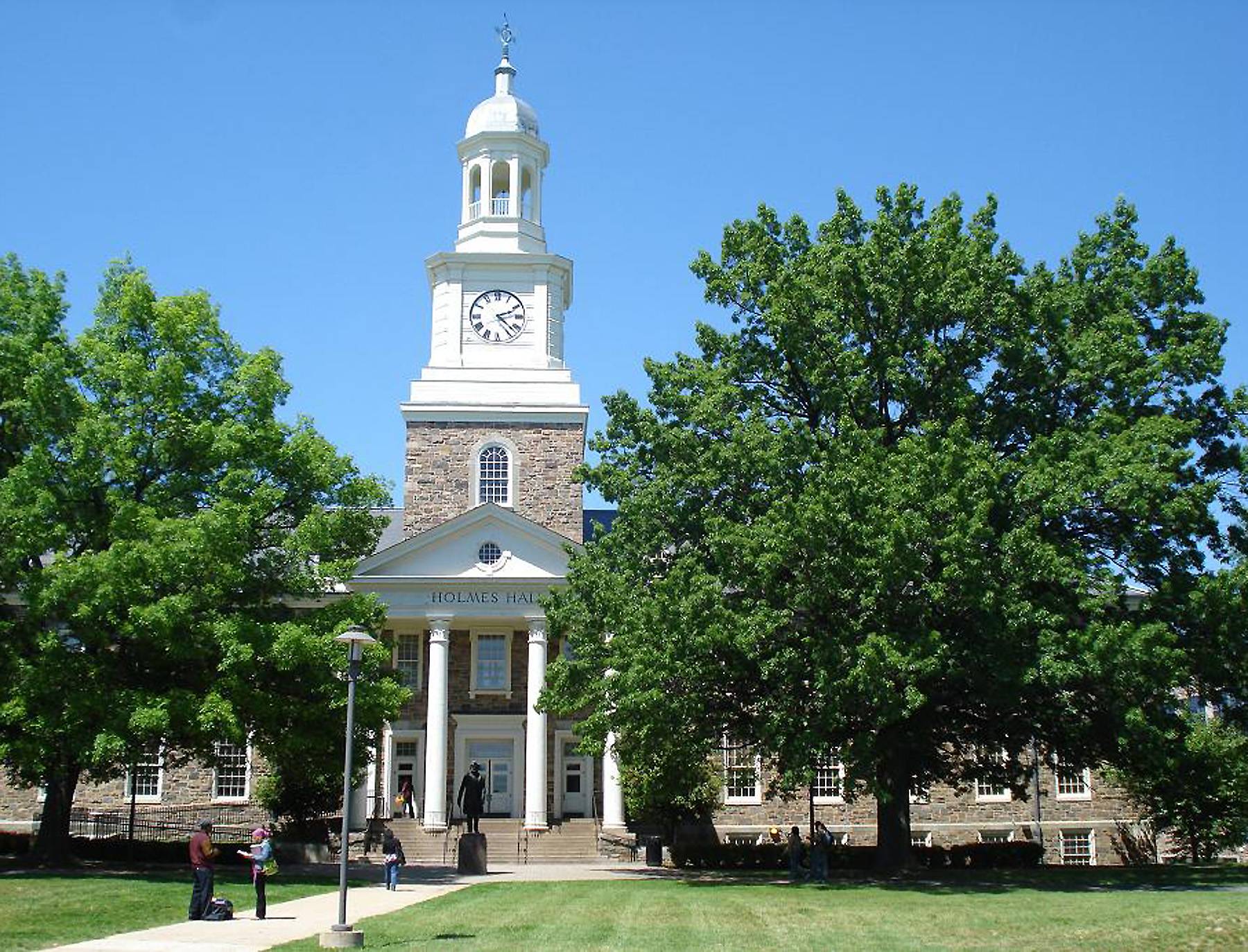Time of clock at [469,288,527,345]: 2:22
